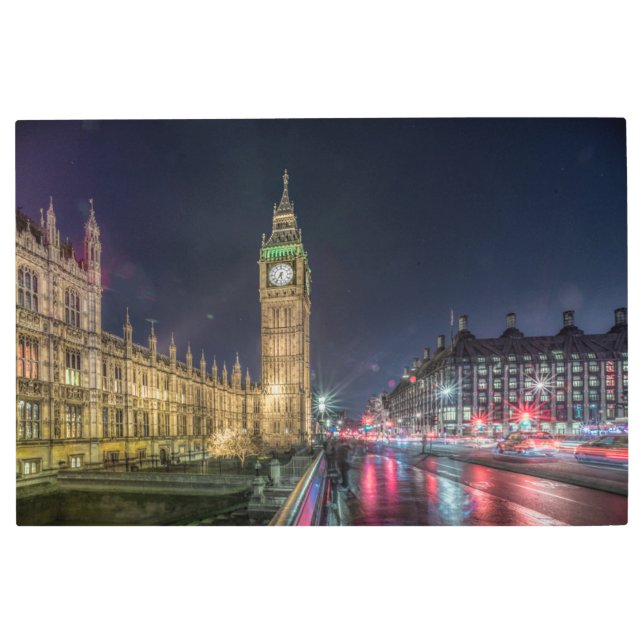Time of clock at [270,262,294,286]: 5:36
